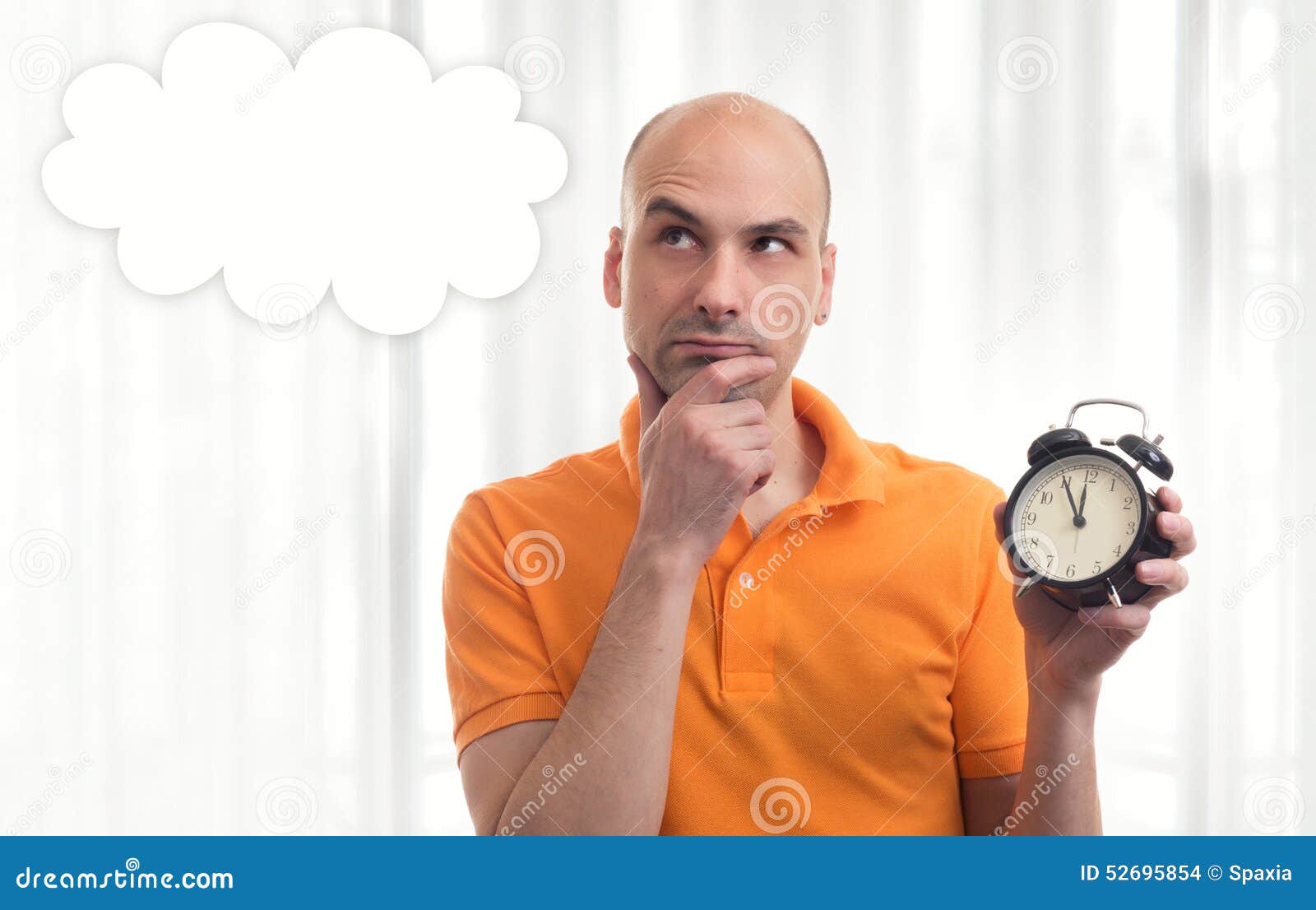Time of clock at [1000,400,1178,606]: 11:55
